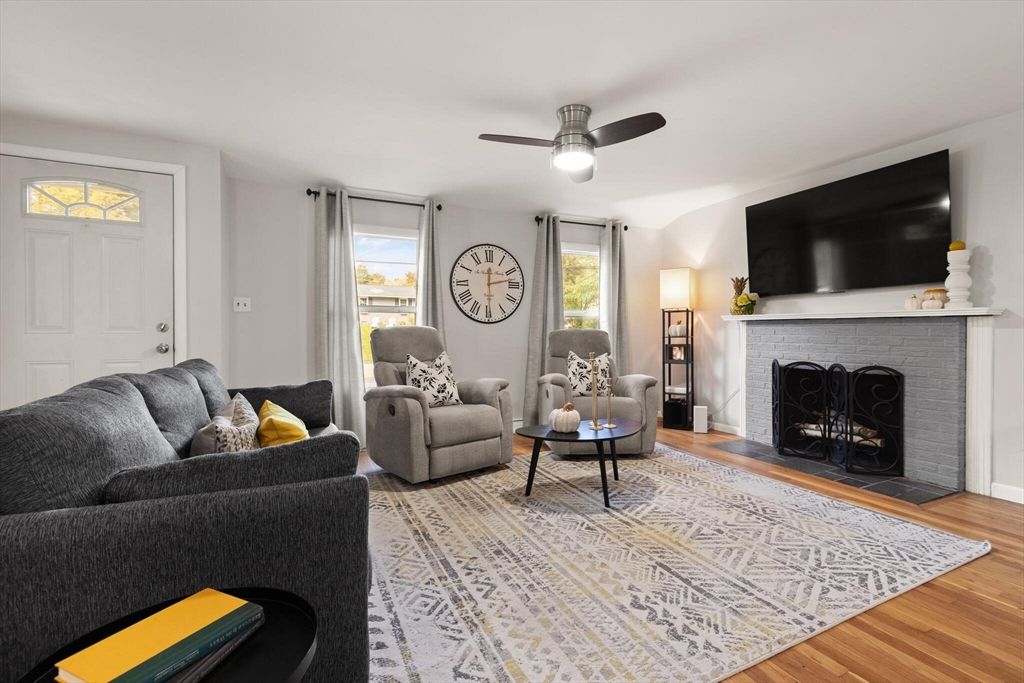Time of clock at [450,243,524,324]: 12:12
